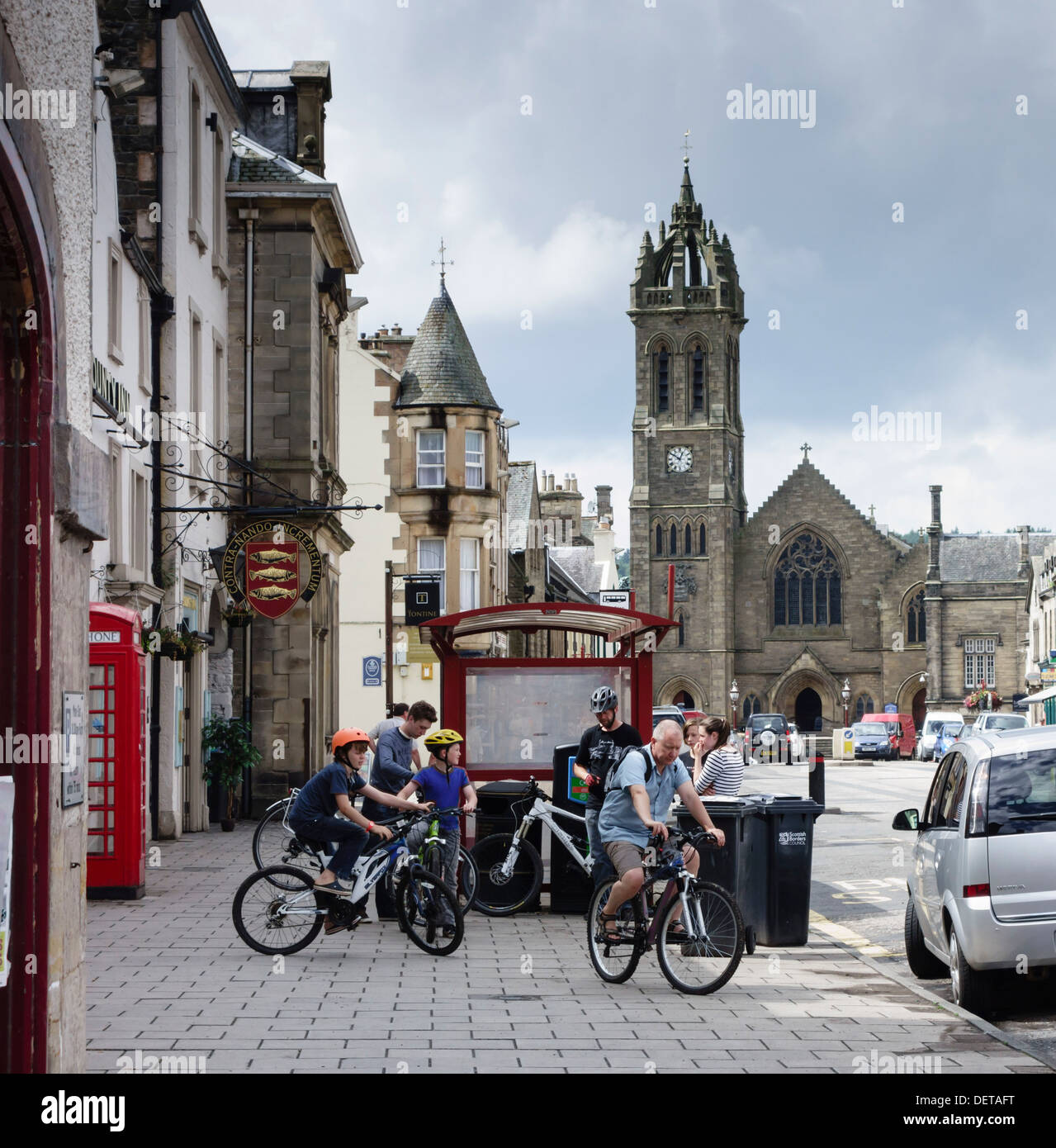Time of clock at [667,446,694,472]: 12:50
